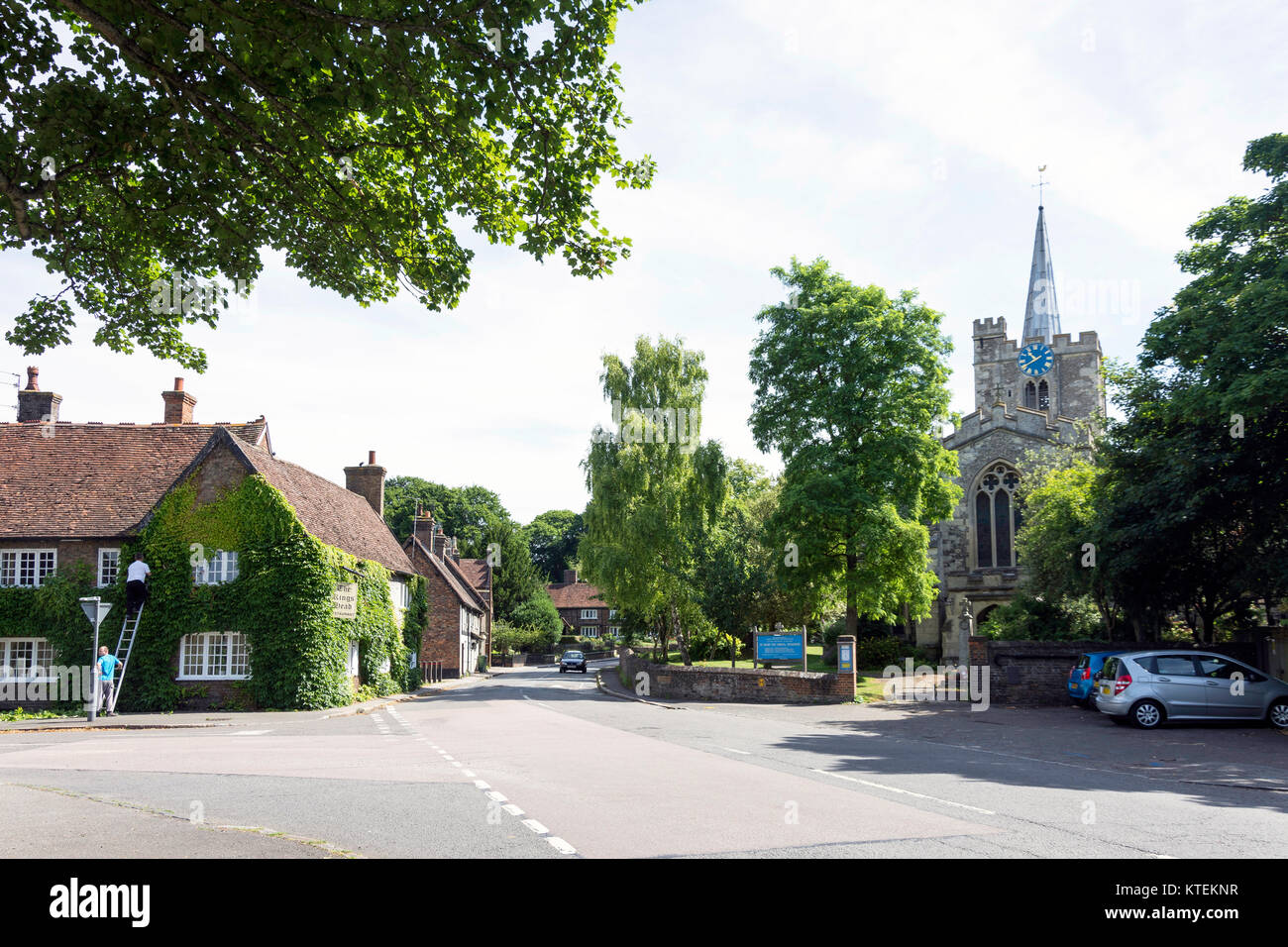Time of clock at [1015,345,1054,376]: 10:40
